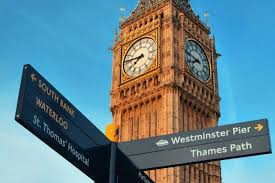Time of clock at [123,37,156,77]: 7:46
